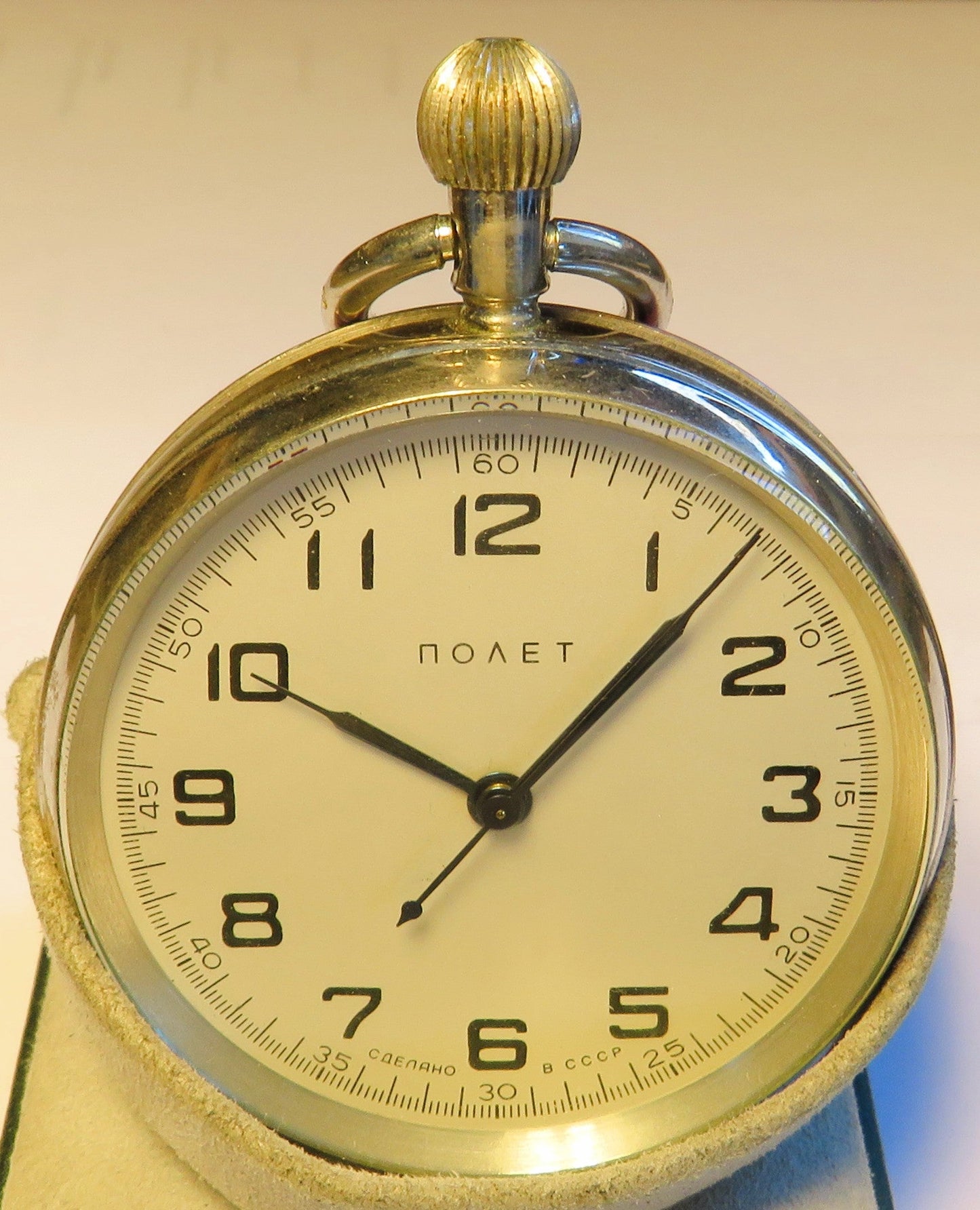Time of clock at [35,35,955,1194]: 10:07
